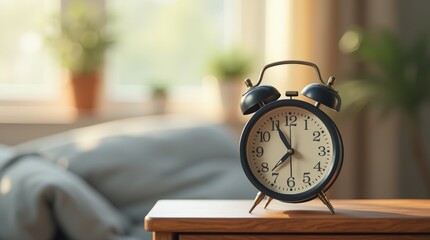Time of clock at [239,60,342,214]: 7:55
